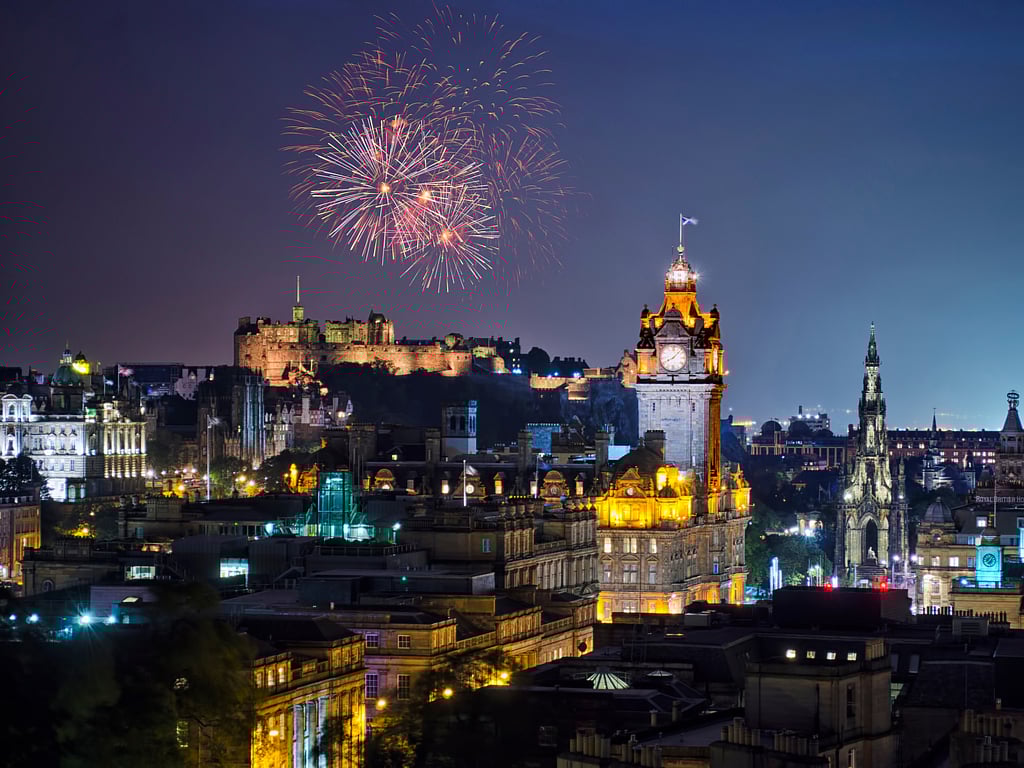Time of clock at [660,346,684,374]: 8:07
